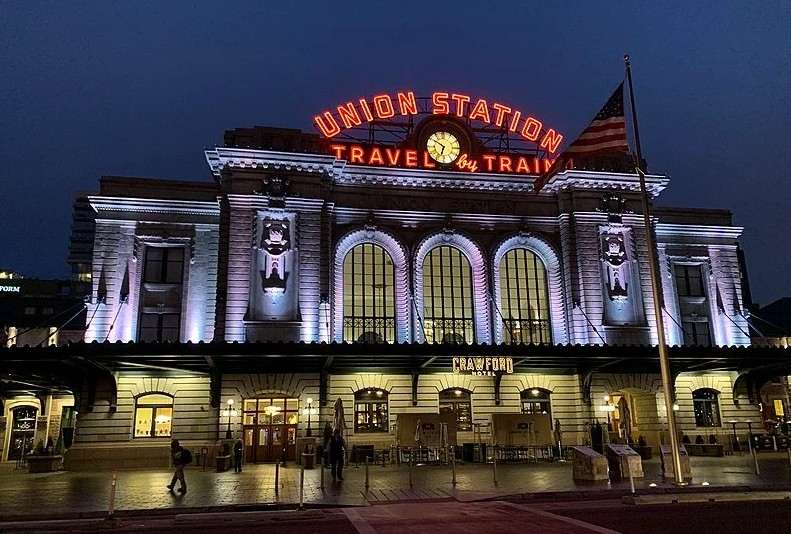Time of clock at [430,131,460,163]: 6:50
